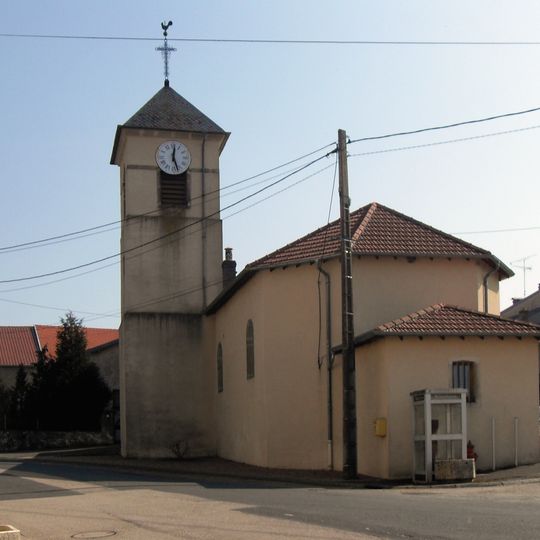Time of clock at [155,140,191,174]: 12:26
